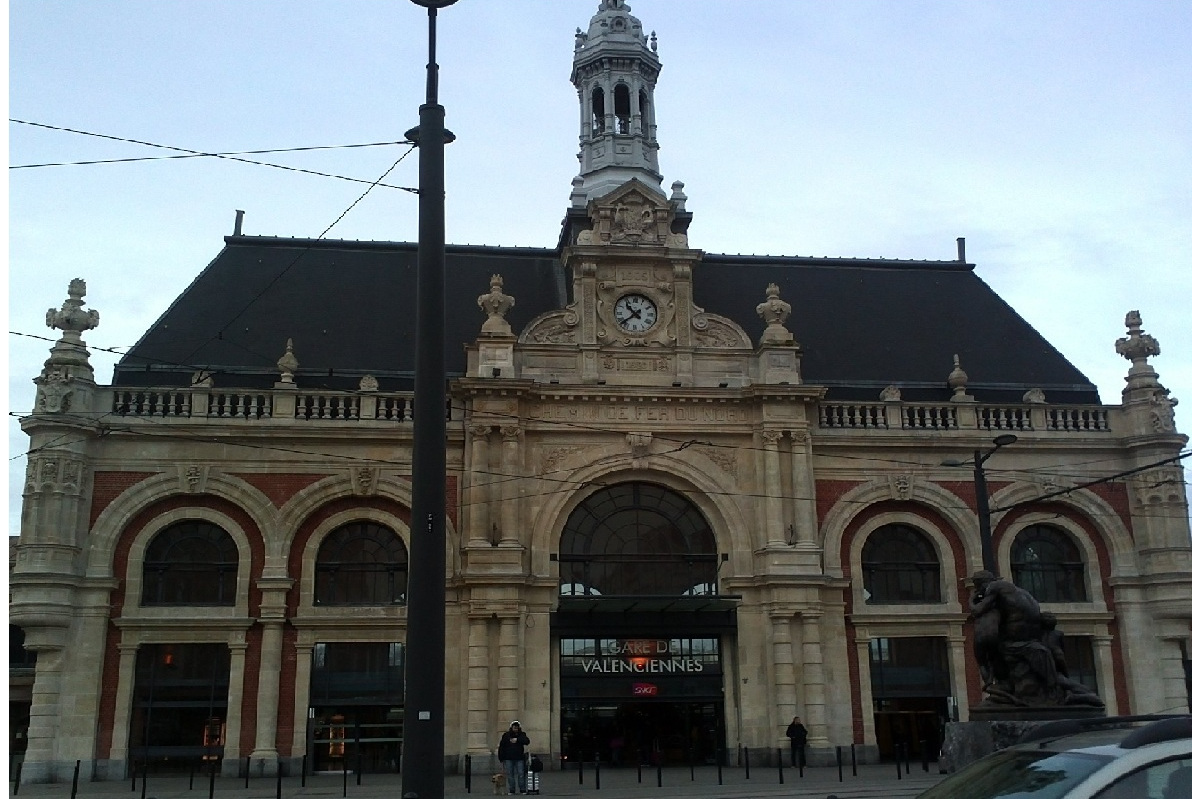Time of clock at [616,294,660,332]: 10:38
